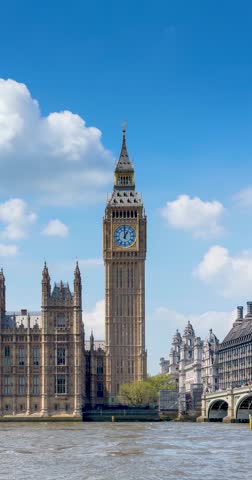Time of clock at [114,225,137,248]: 12:59
